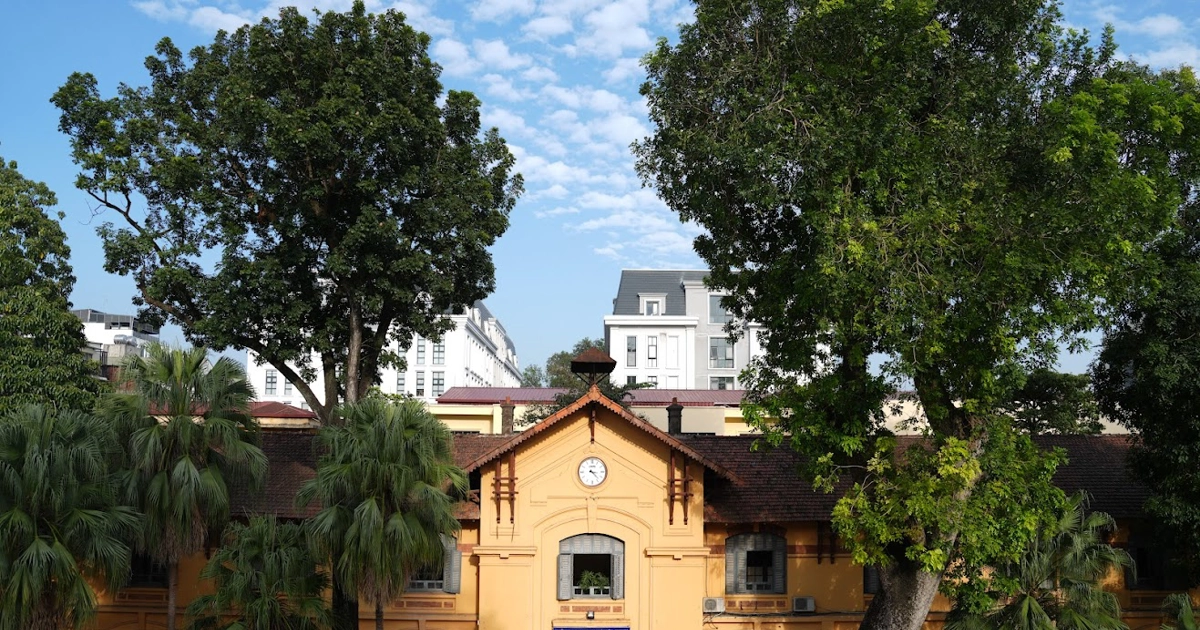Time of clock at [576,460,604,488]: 3:22
